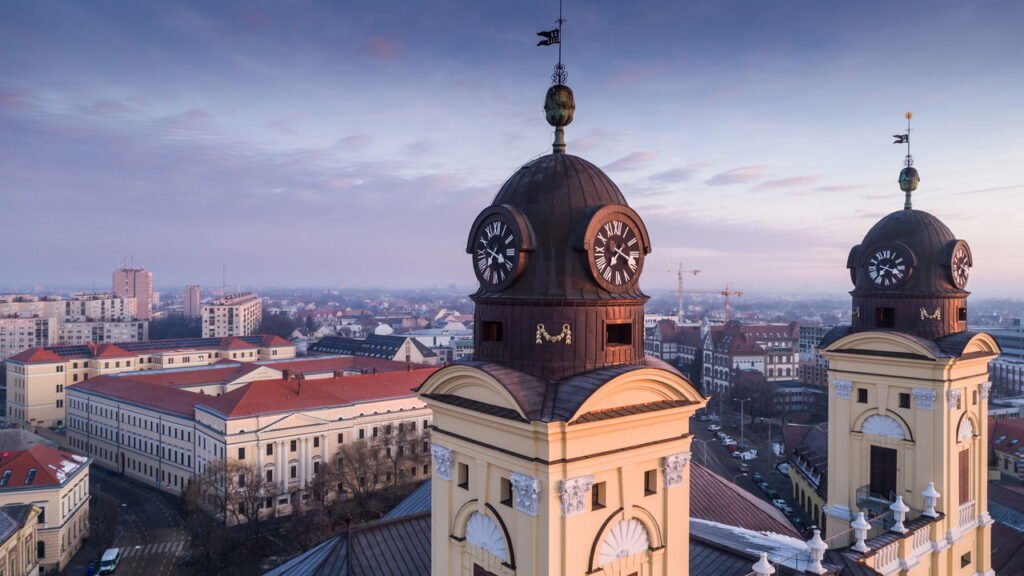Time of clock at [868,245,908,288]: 3:37
